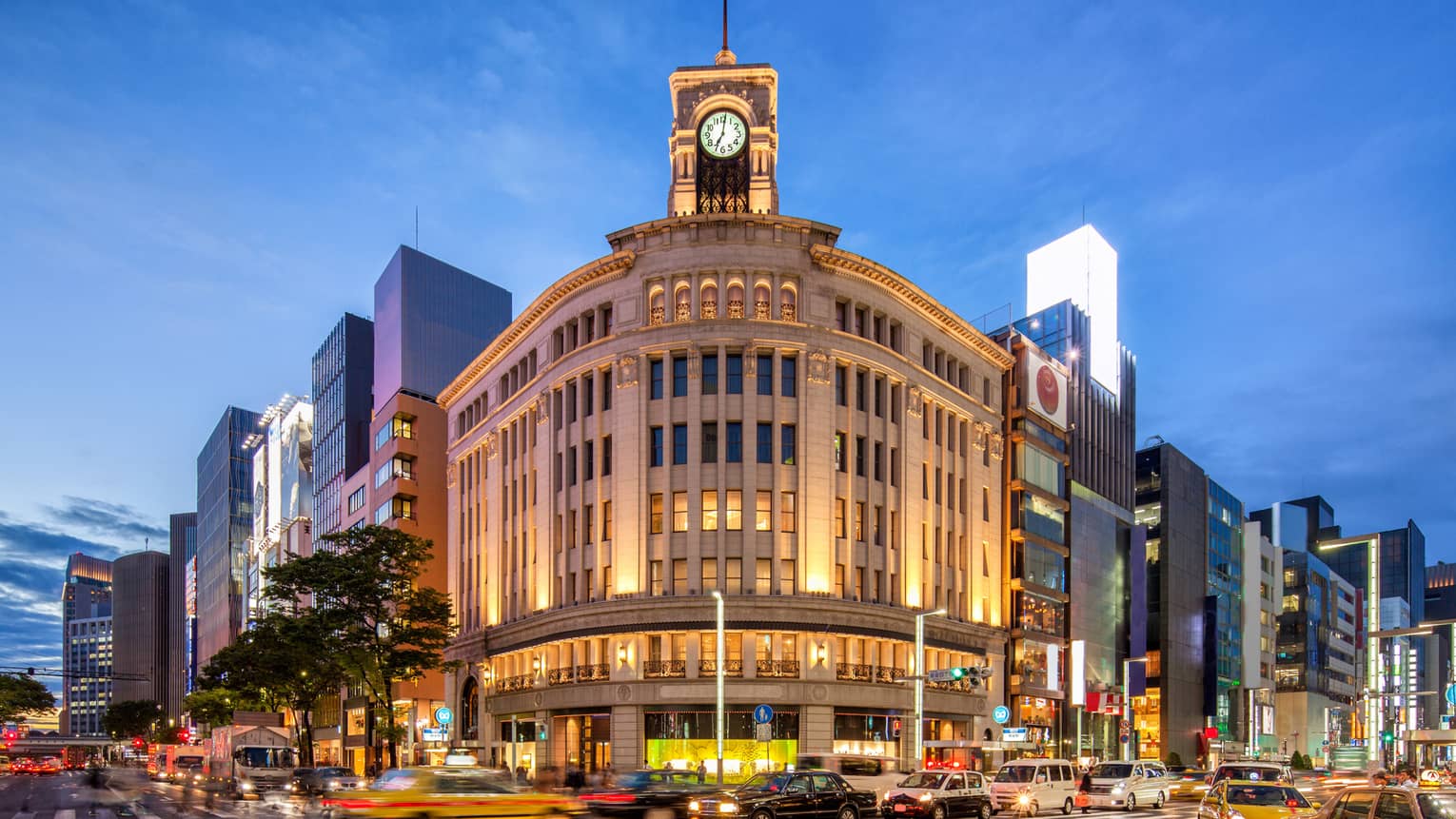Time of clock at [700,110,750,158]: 7:01
